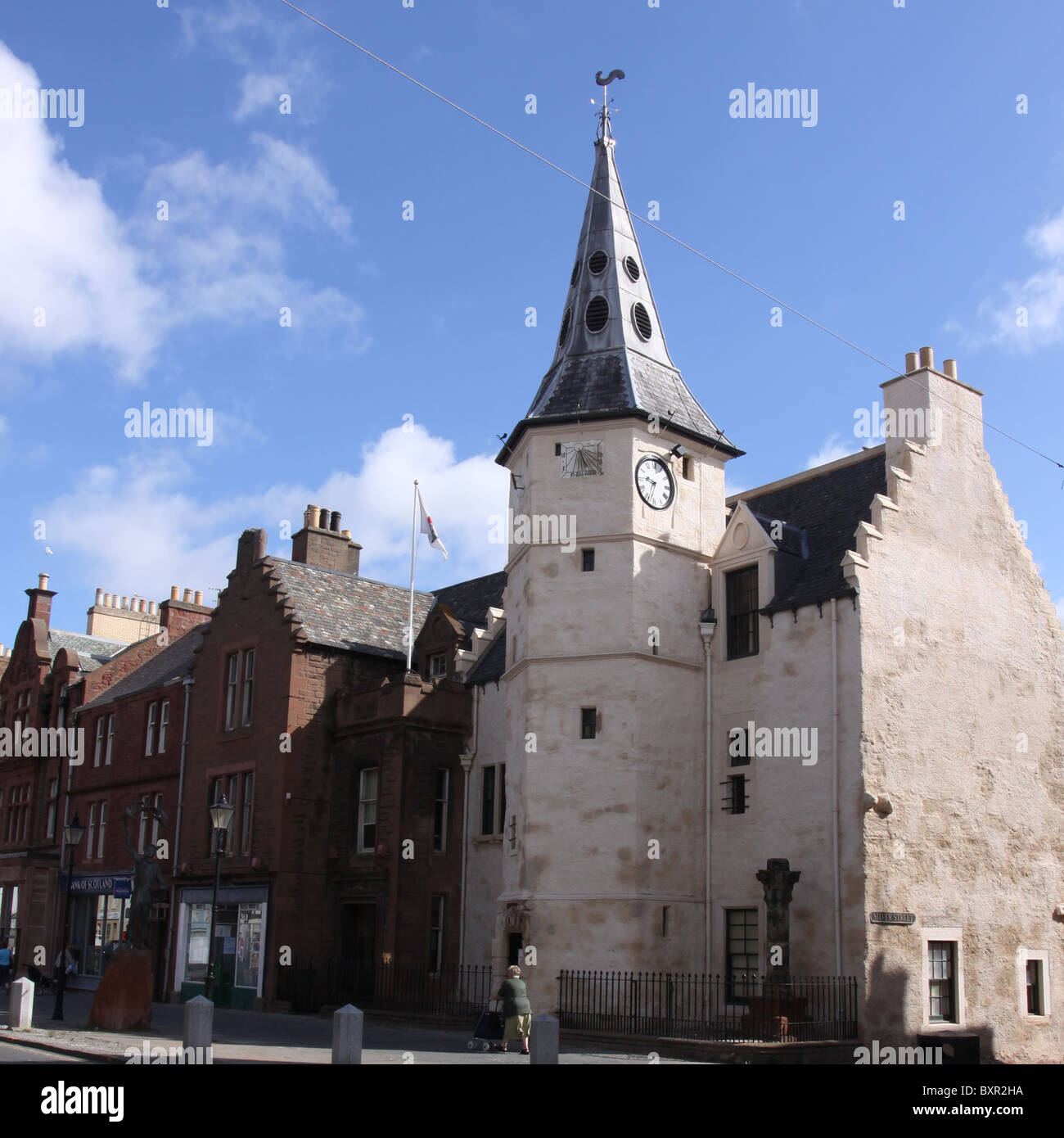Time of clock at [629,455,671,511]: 9:33
